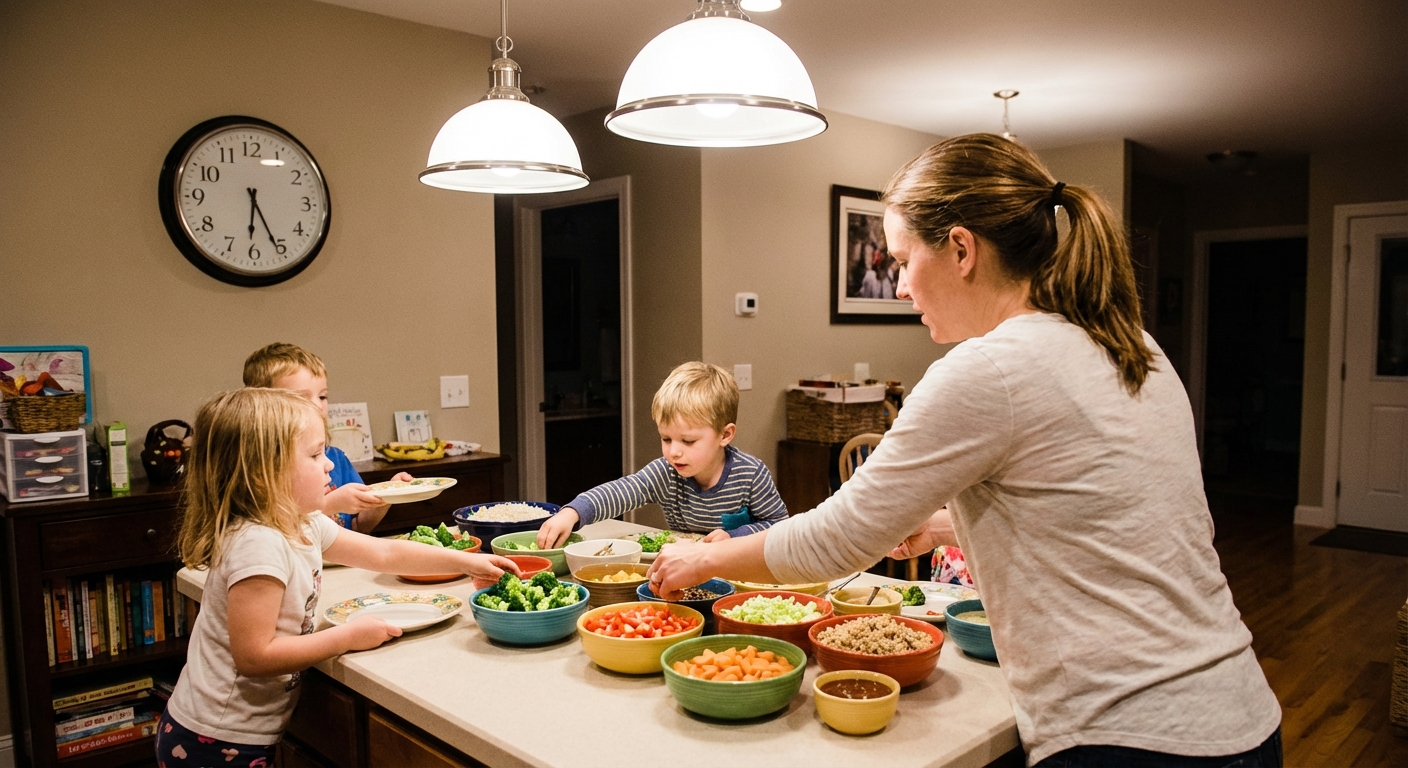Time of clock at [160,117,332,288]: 6:25
